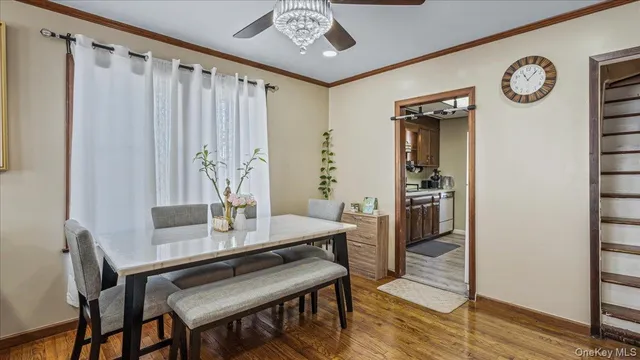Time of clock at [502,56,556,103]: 11:07
